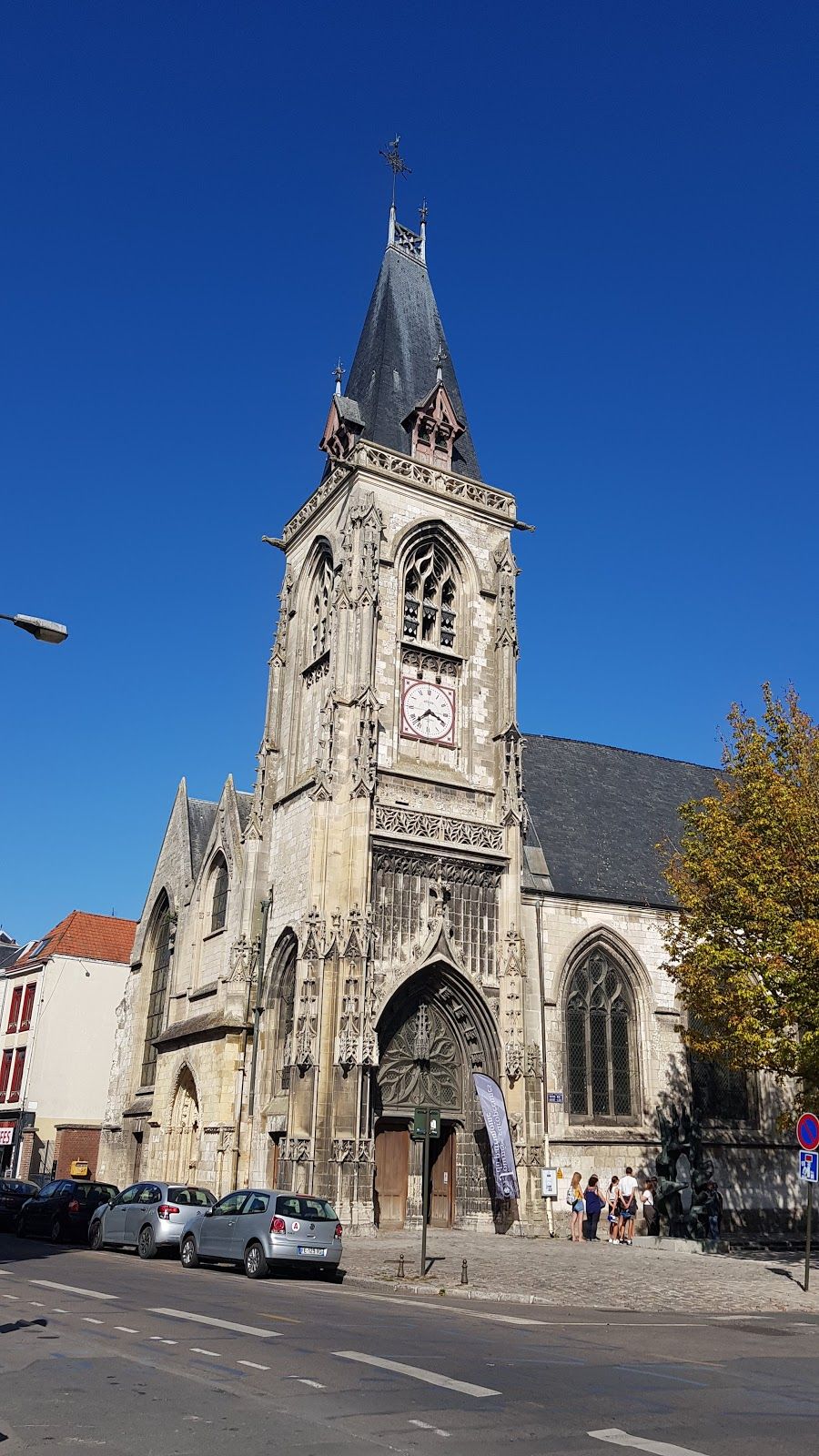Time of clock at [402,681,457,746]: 7:18
